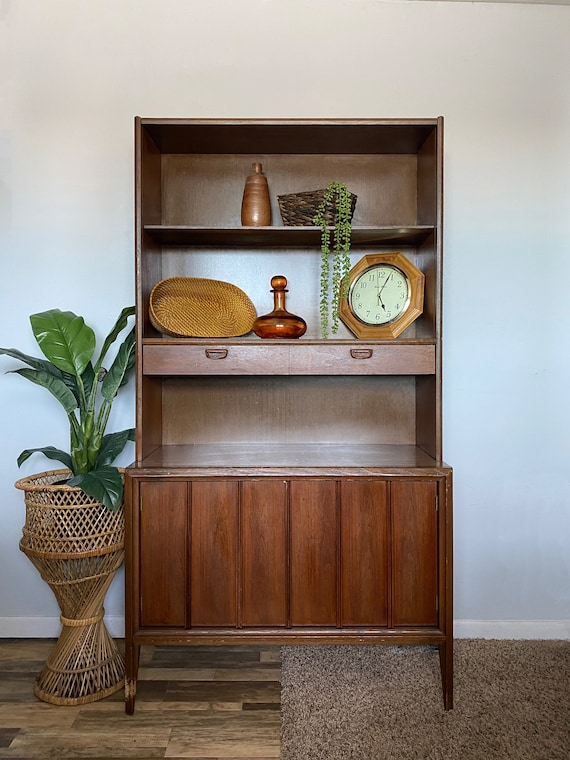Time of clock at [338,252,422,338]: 5:04
